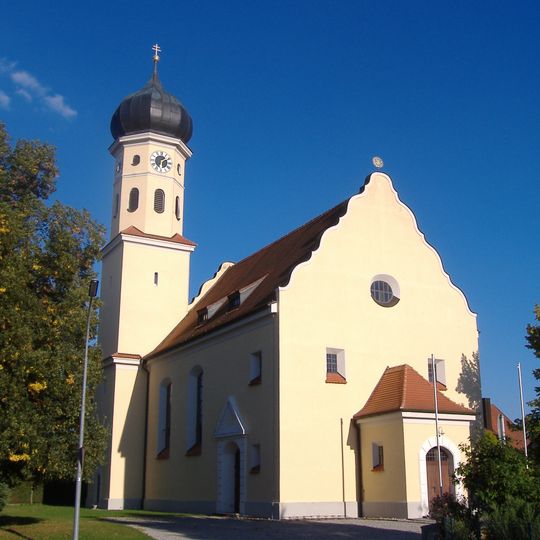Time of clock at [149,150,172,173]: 6:10
